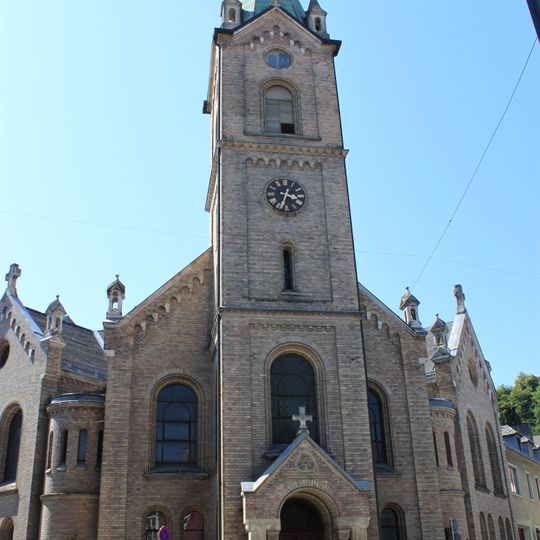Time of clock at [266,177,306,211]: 3:33
